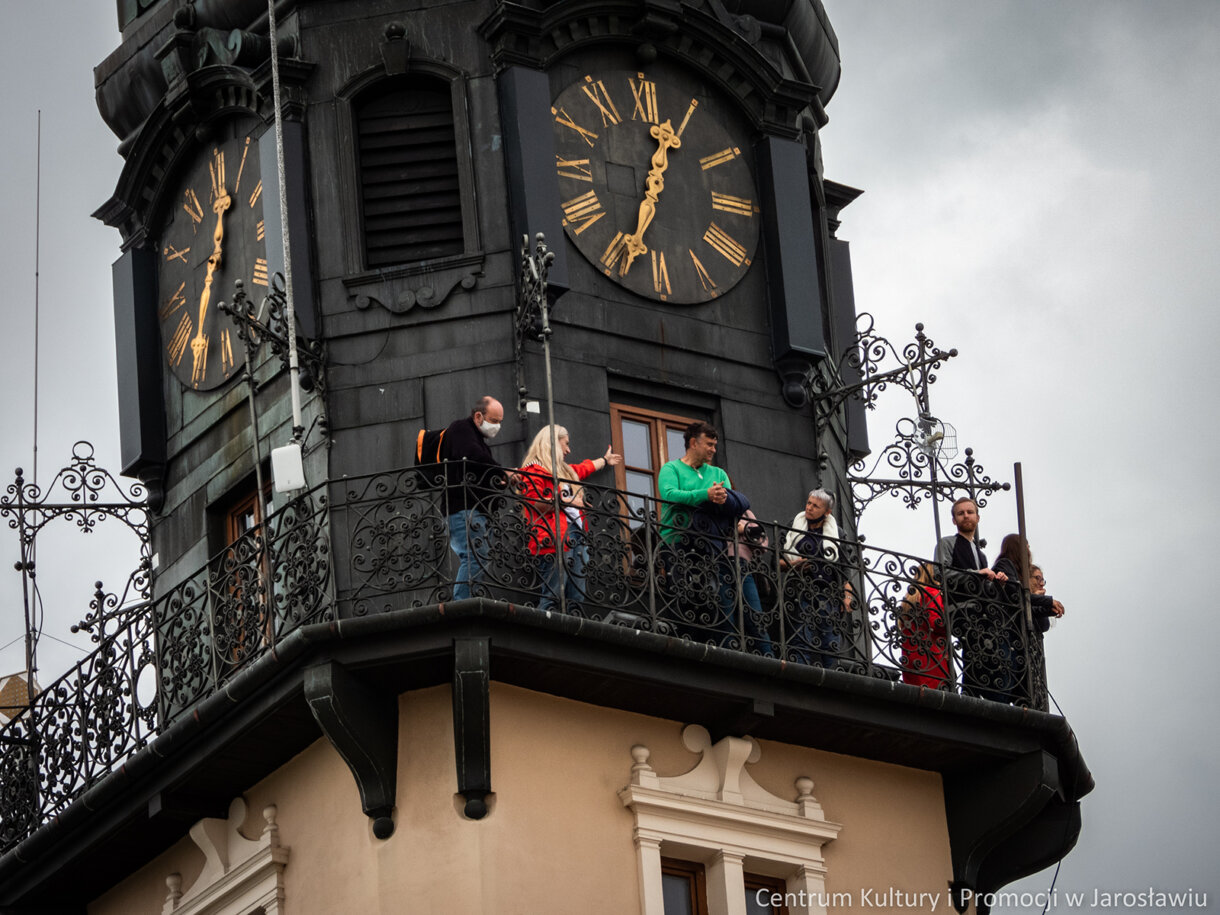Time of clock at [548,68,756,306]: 12:33
